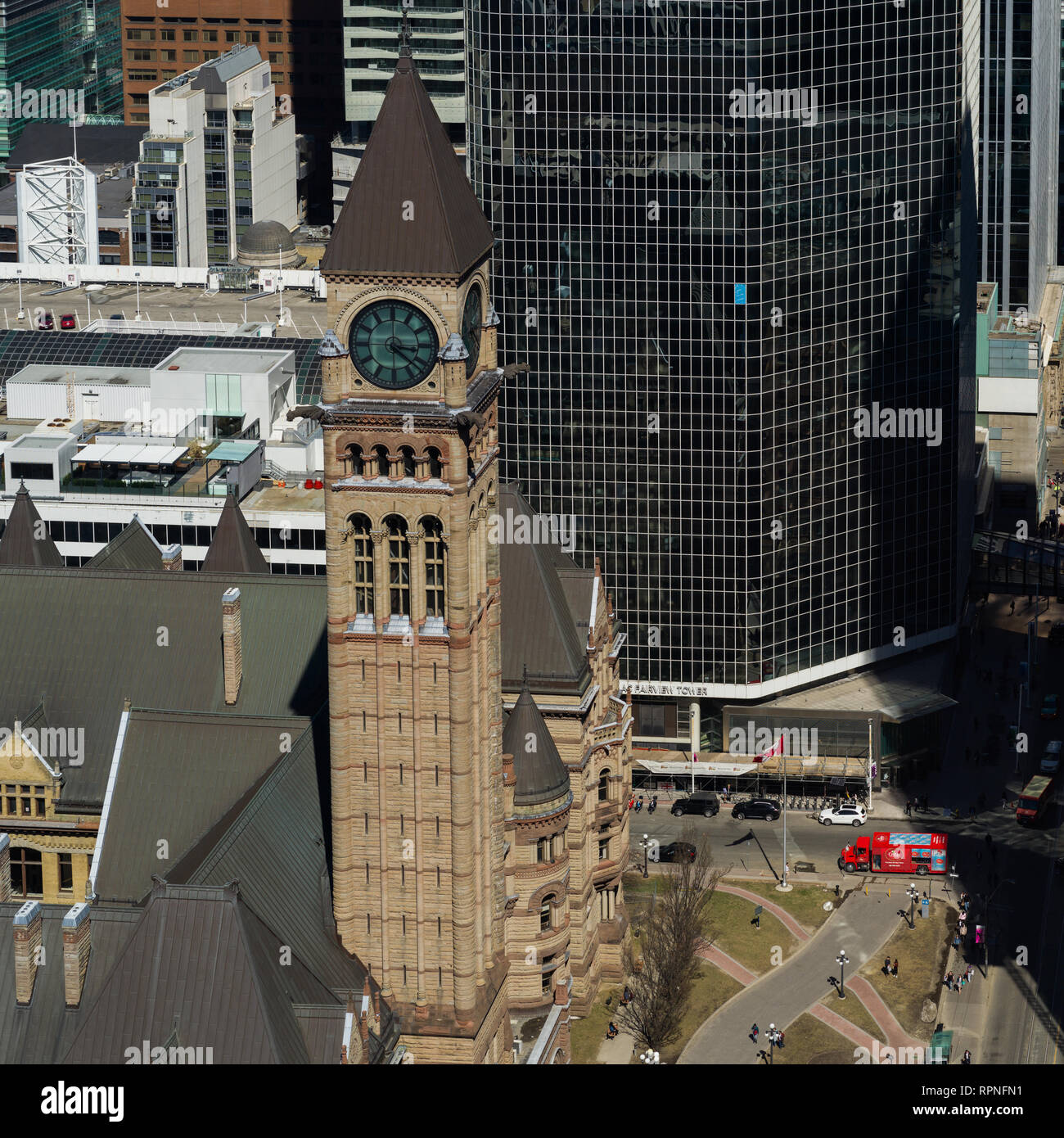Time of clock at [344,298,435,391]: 3:21
